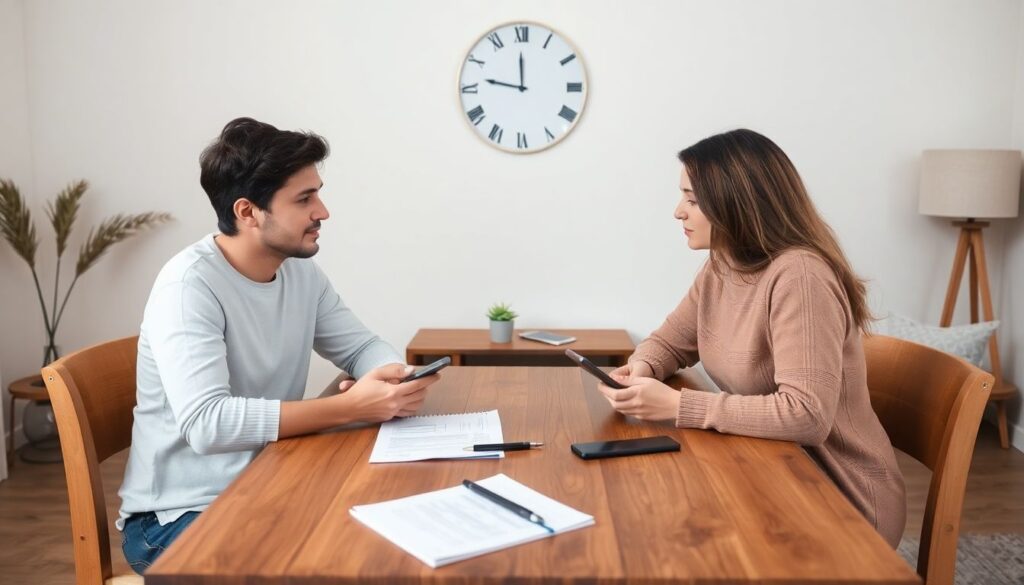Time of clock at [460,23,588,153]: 11:46
